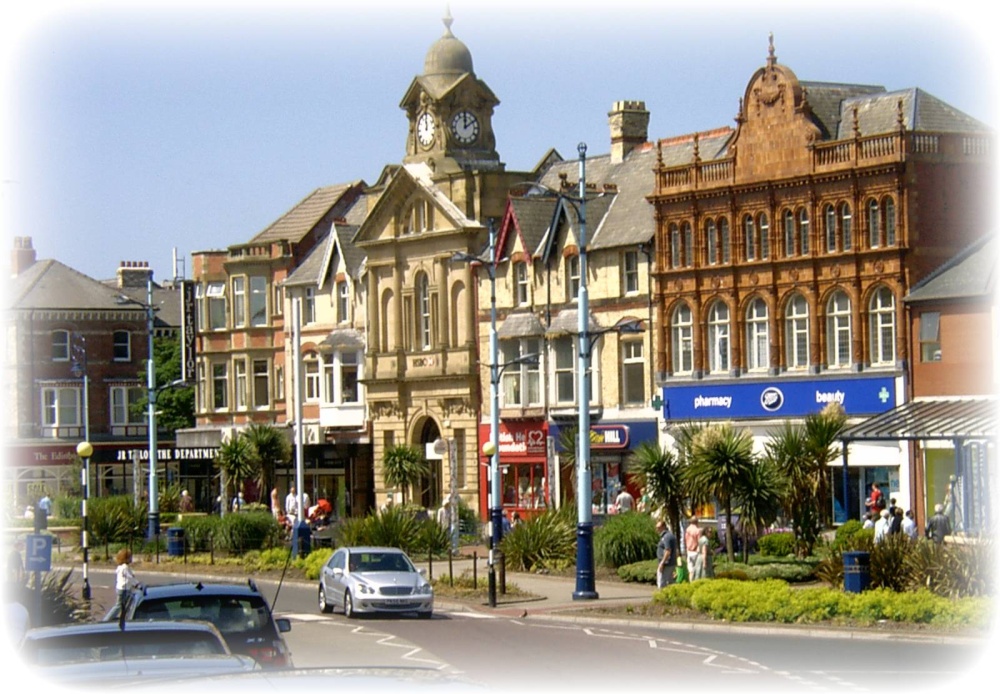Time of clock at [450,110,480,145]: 12:09
